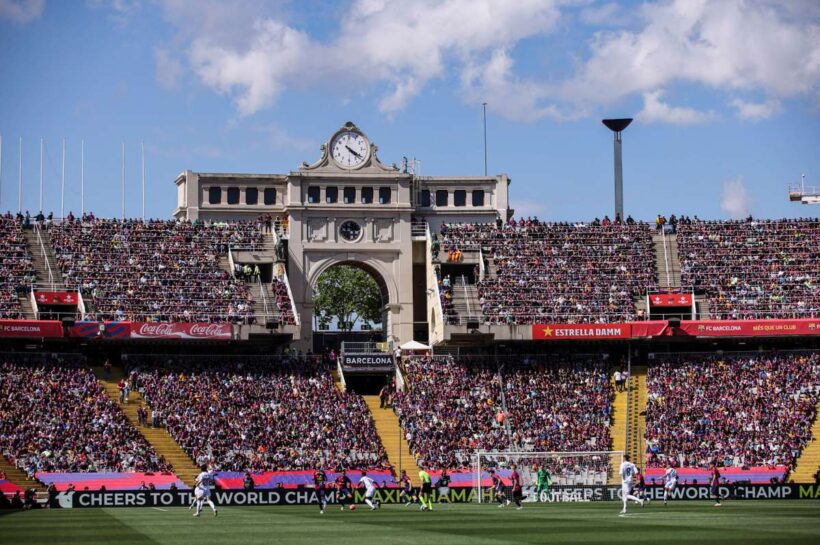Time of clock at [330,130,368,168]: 4:20
